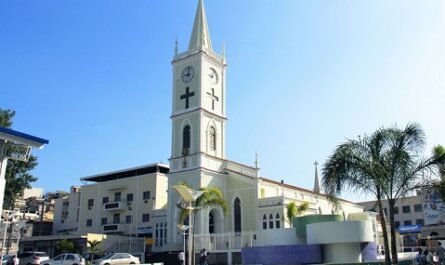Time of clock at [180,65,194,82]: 8:59
